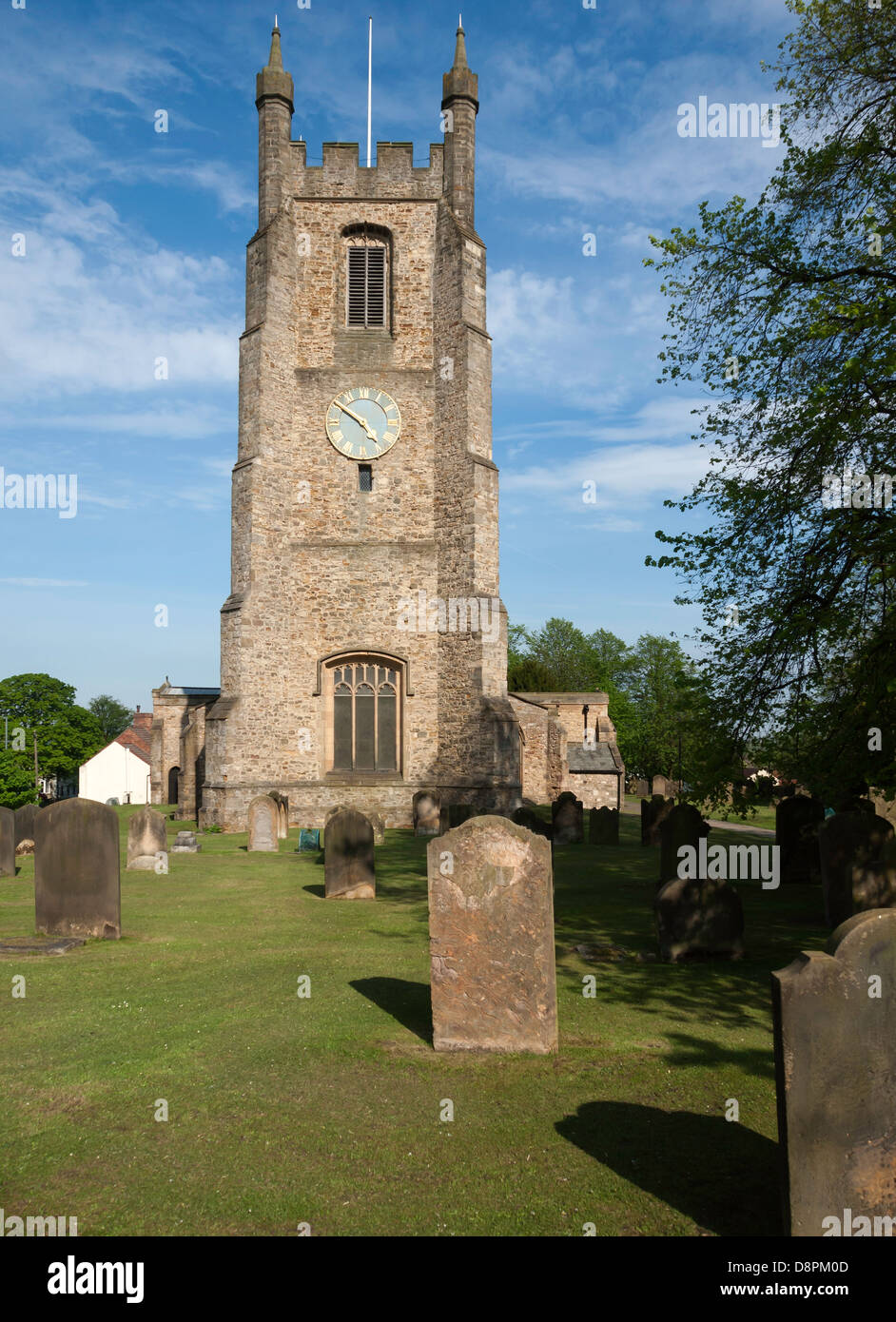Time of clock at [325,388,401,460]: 4:50
